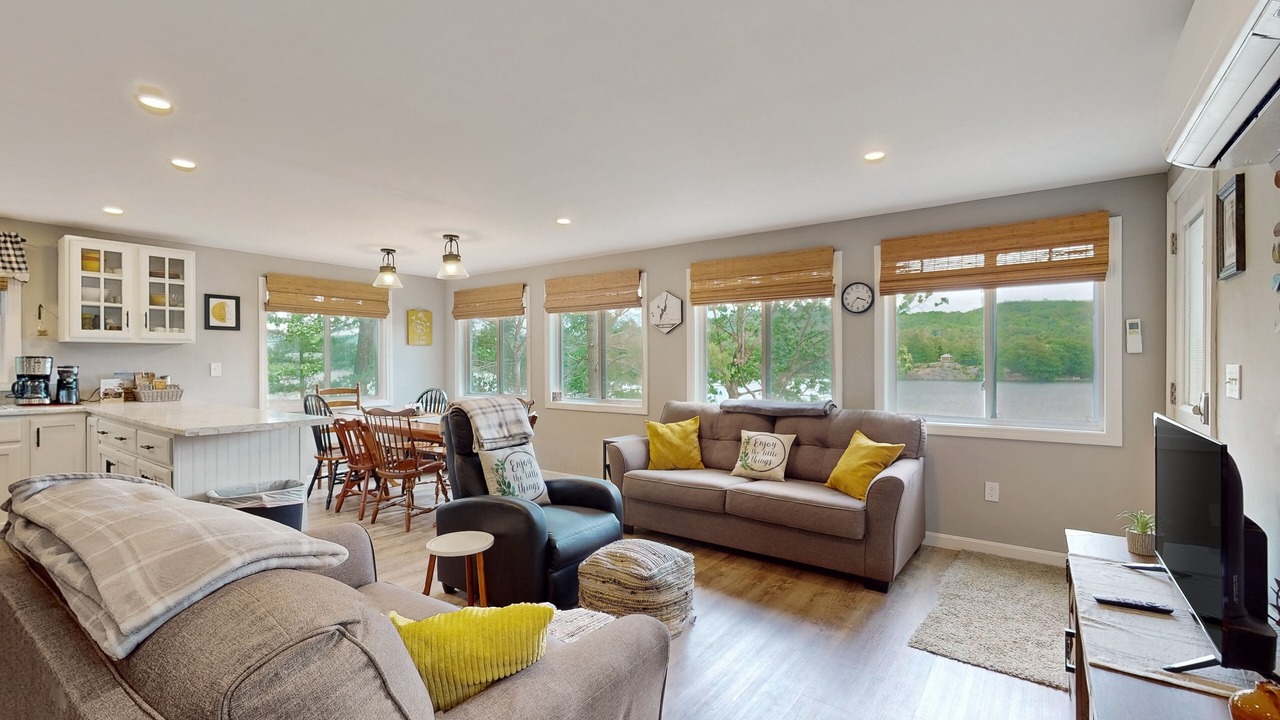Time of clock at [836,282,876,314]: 3:36
